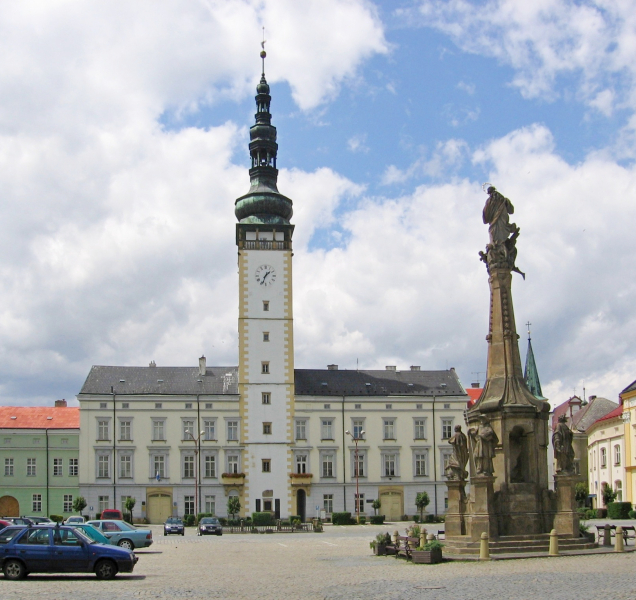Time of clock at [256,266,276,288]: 1:33
